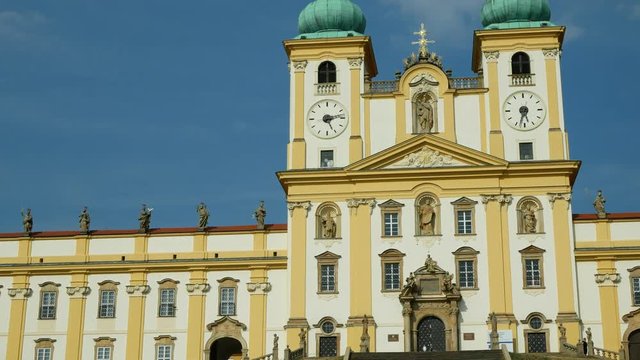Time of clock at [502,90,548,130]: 5:32
